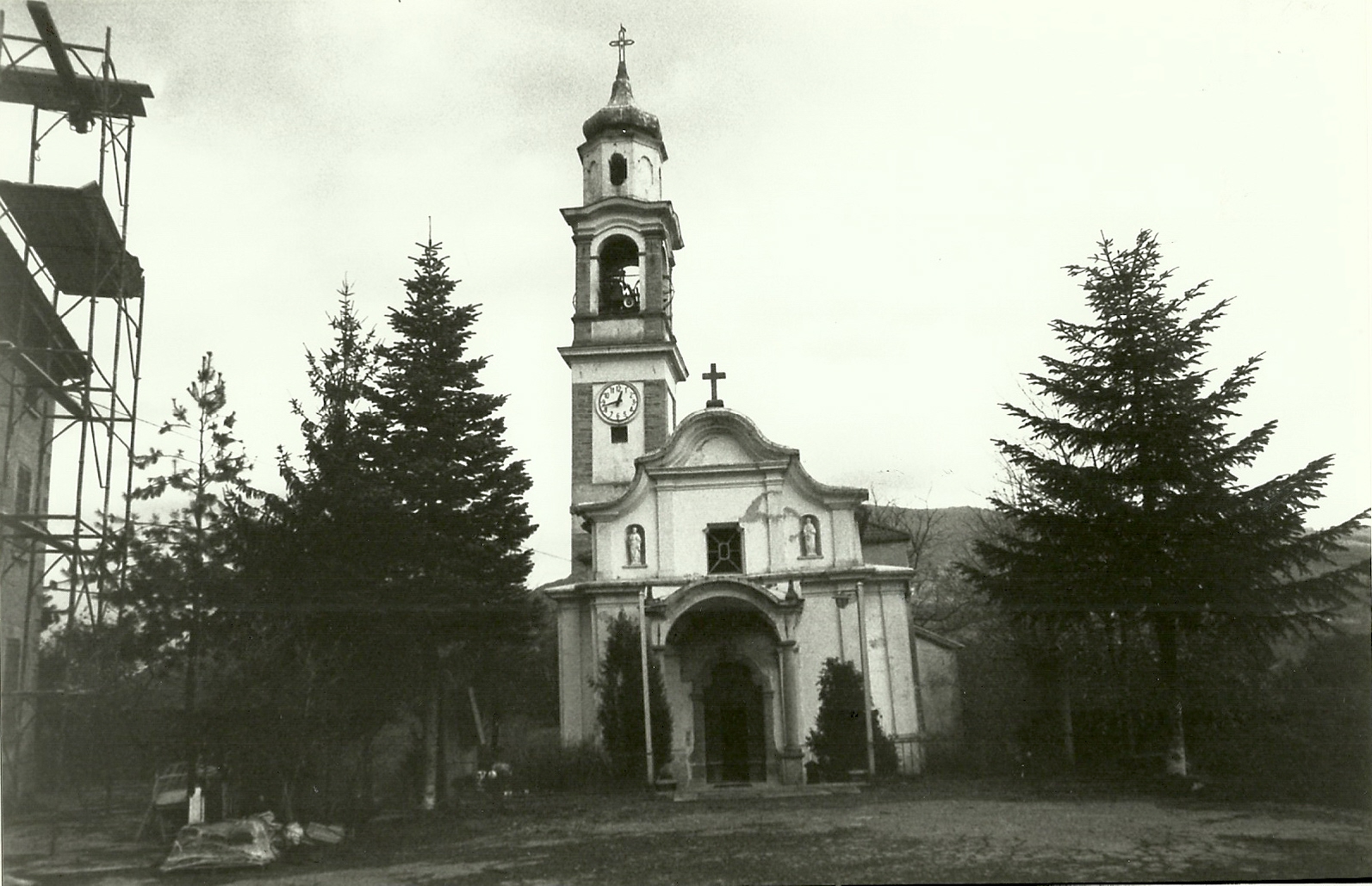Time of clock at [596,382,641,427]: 12:42
